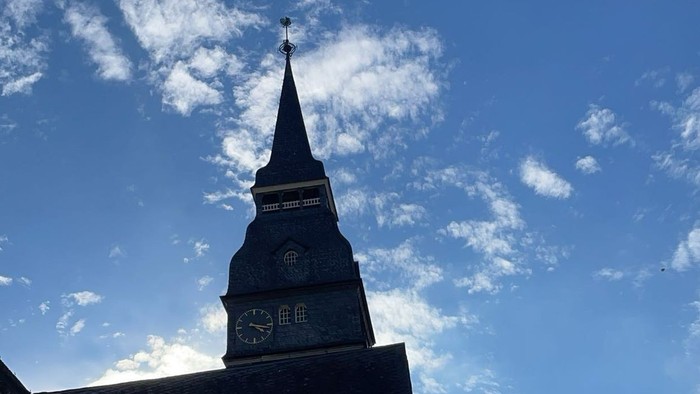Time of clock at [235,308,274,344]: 4:17
